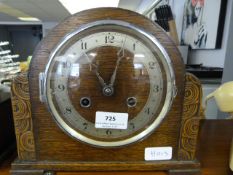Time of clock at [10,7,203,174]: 11:03
